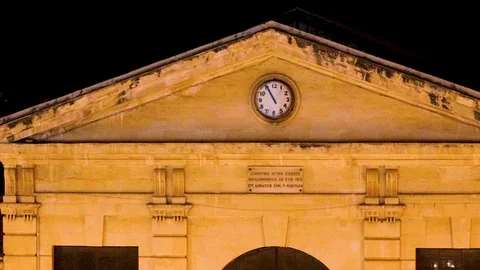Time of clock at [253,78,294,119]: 10:55
